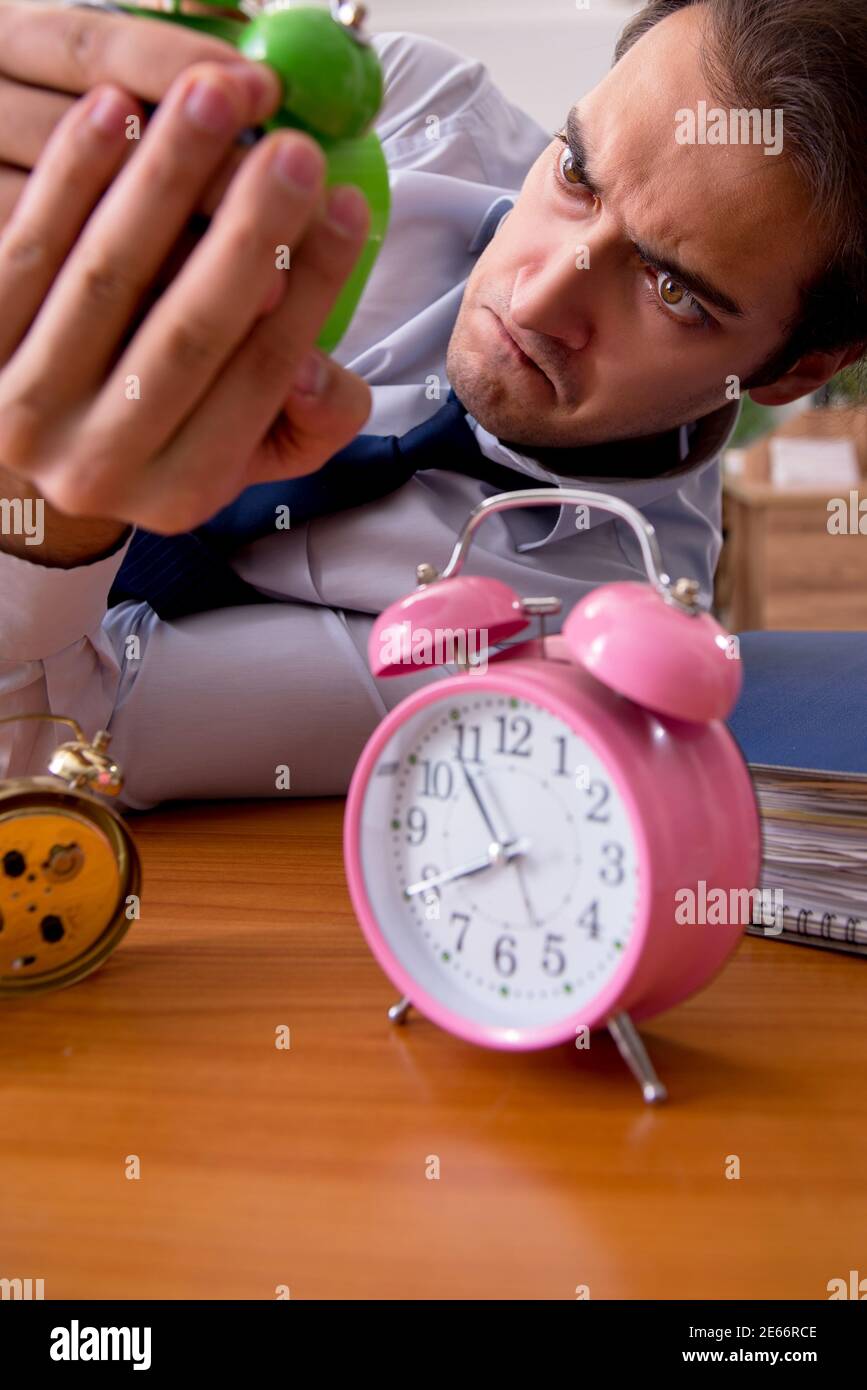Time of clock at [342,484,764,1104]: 7:54
